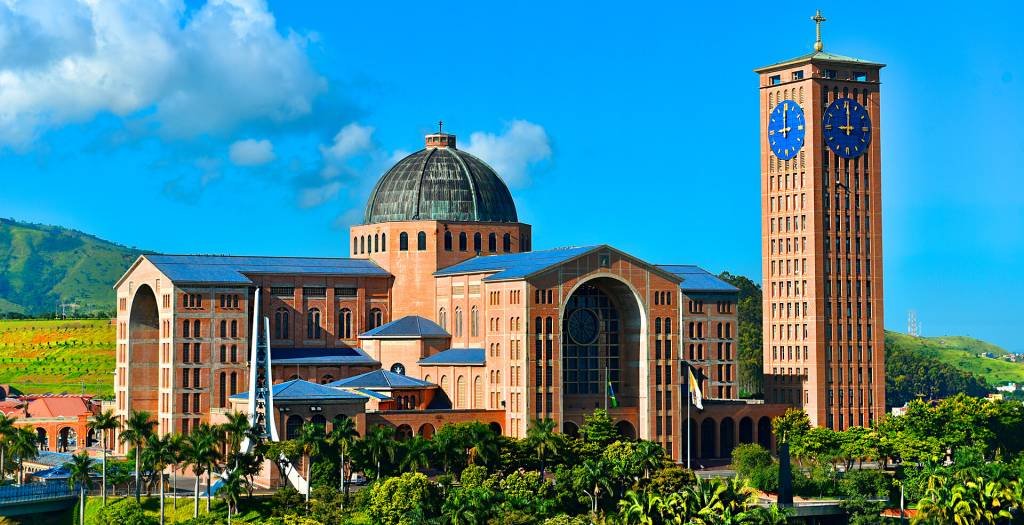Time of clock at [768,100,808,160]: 8:59
